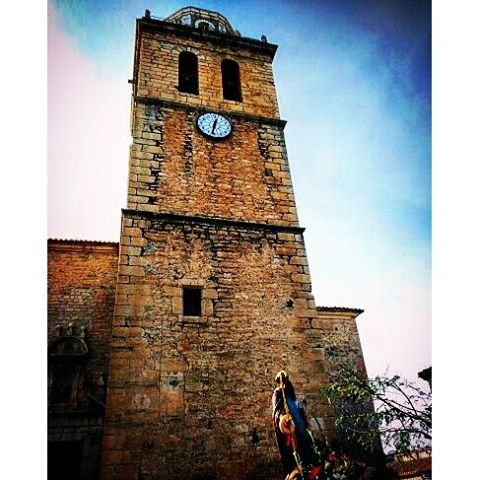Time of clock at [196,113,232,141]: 12:32
